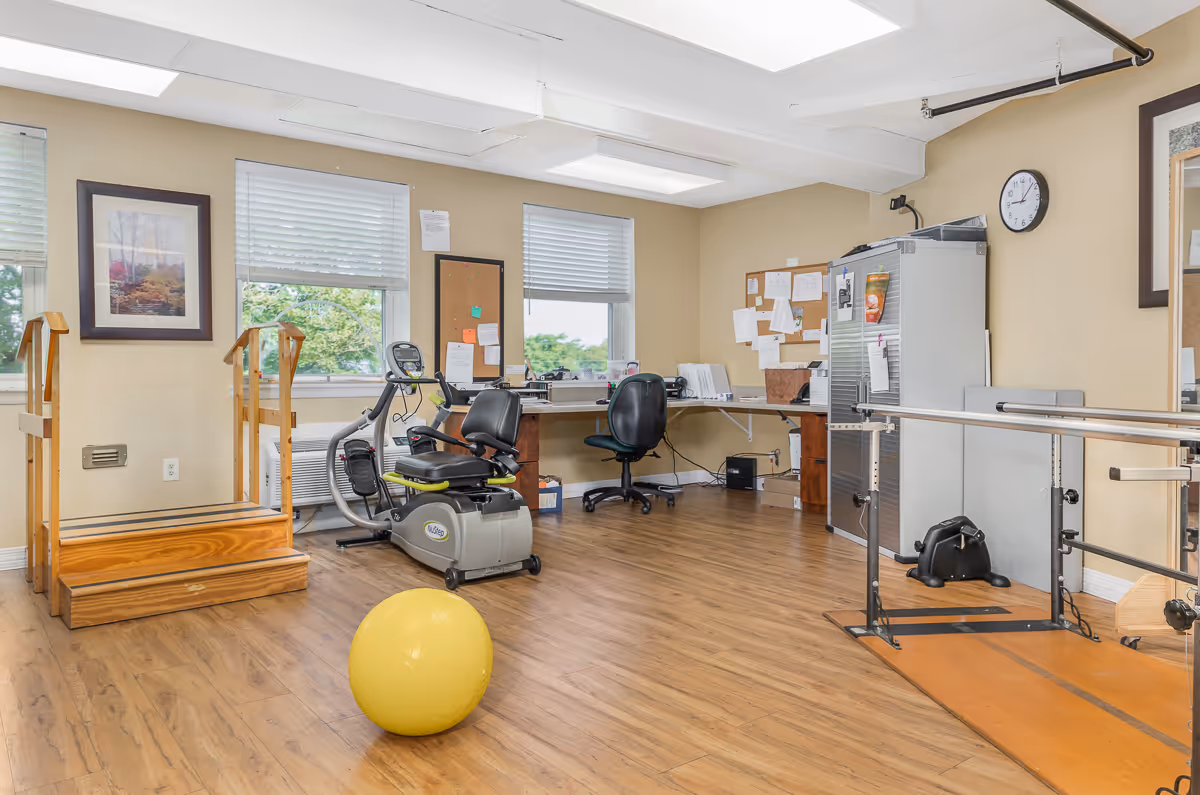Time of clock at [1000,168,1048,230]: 9:07
